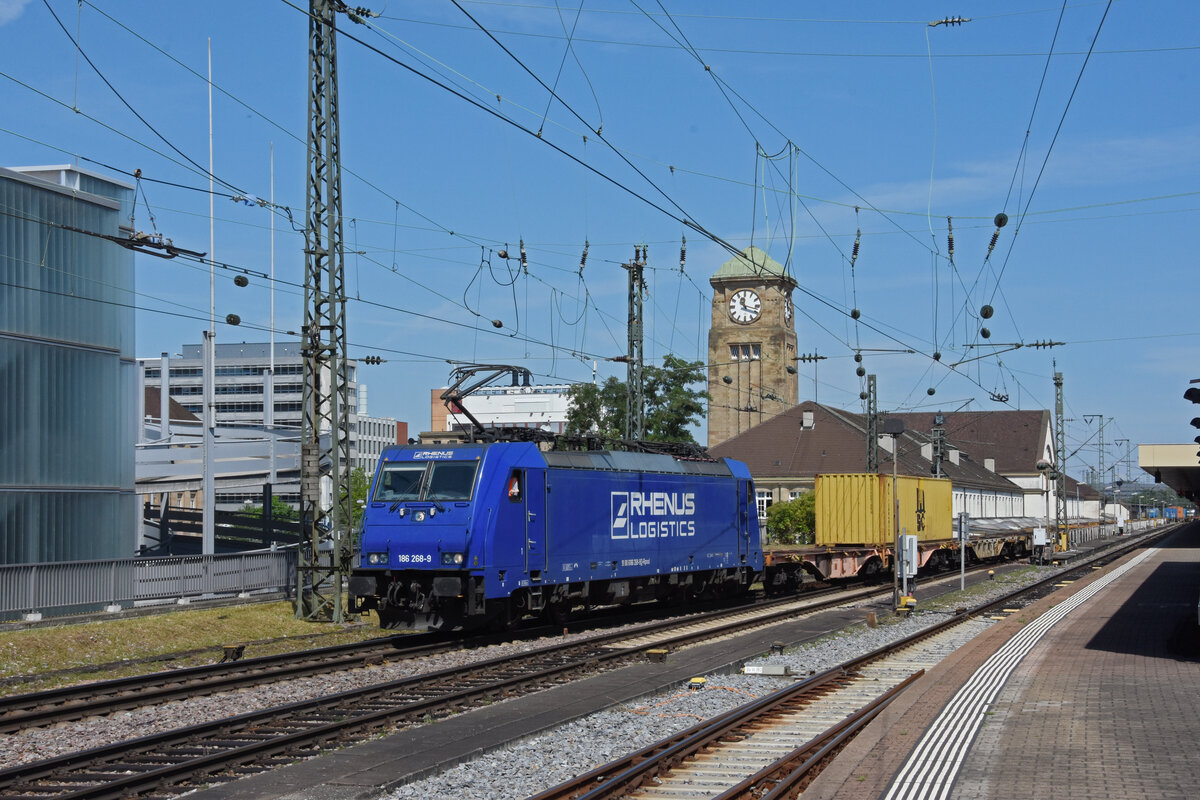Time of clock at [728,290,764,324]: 11:17
